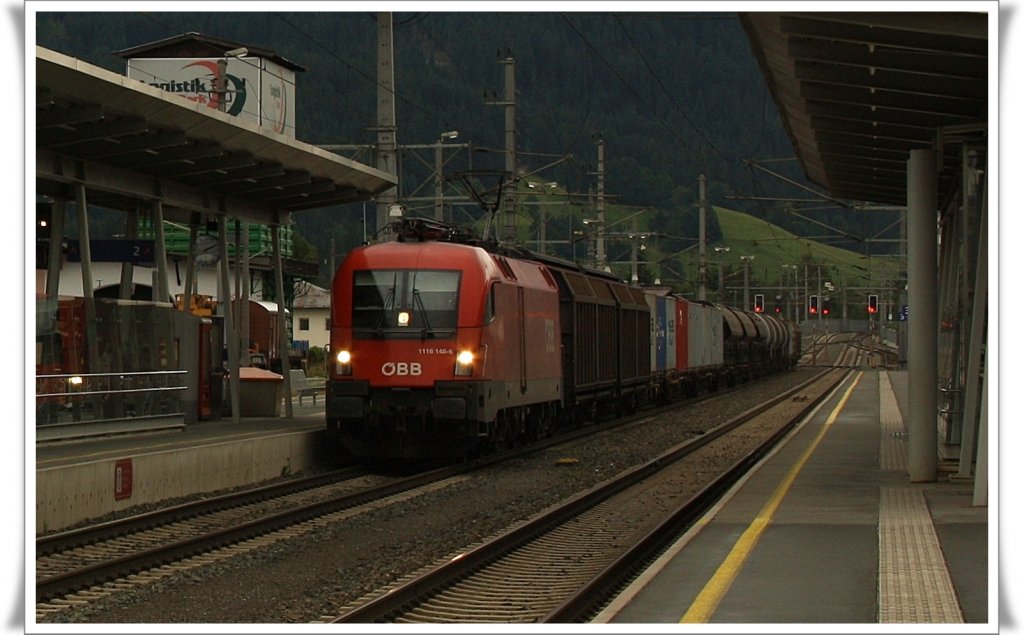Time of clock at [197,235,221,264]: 2:10
